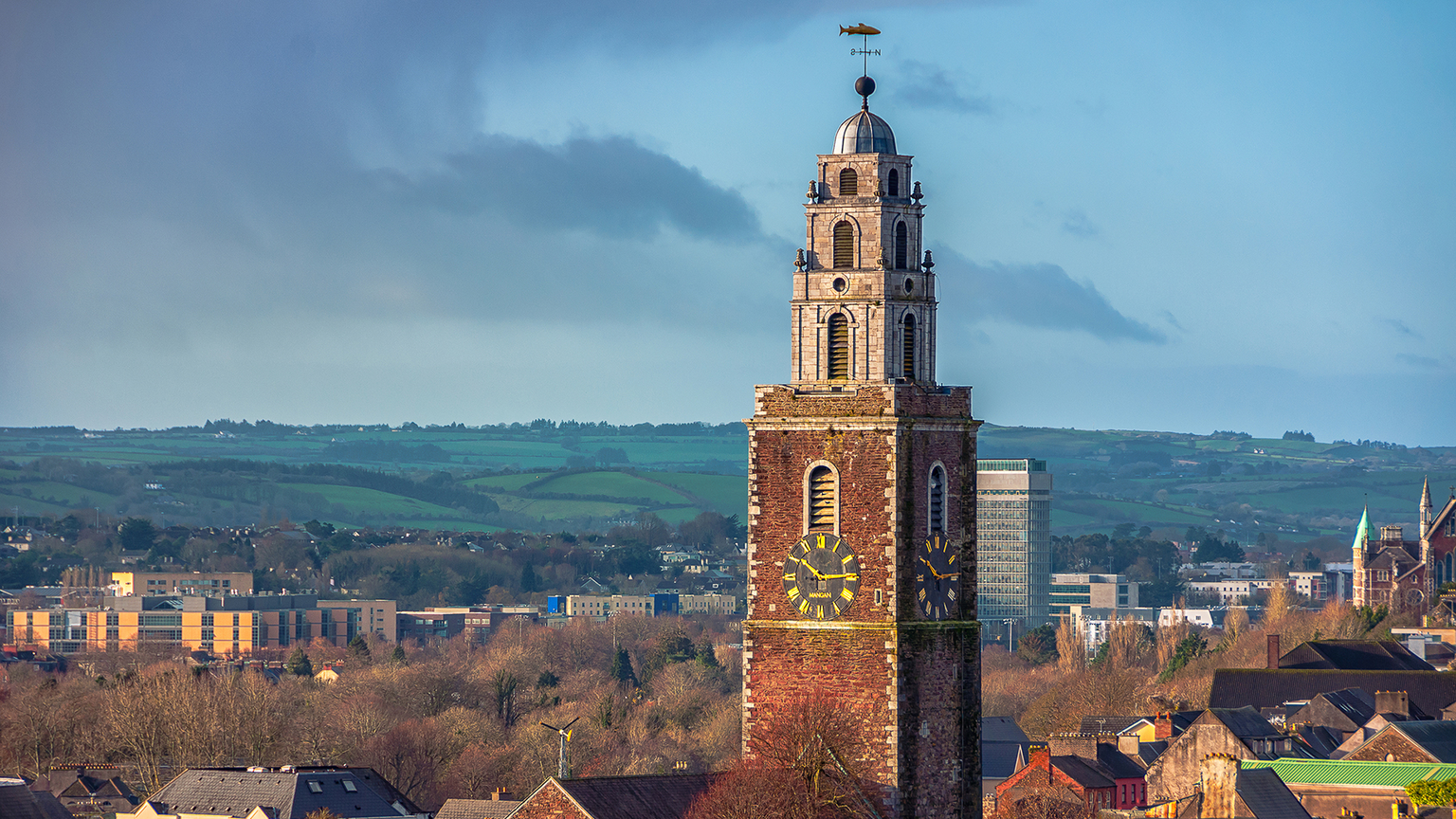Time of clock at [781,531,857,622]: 10:14
